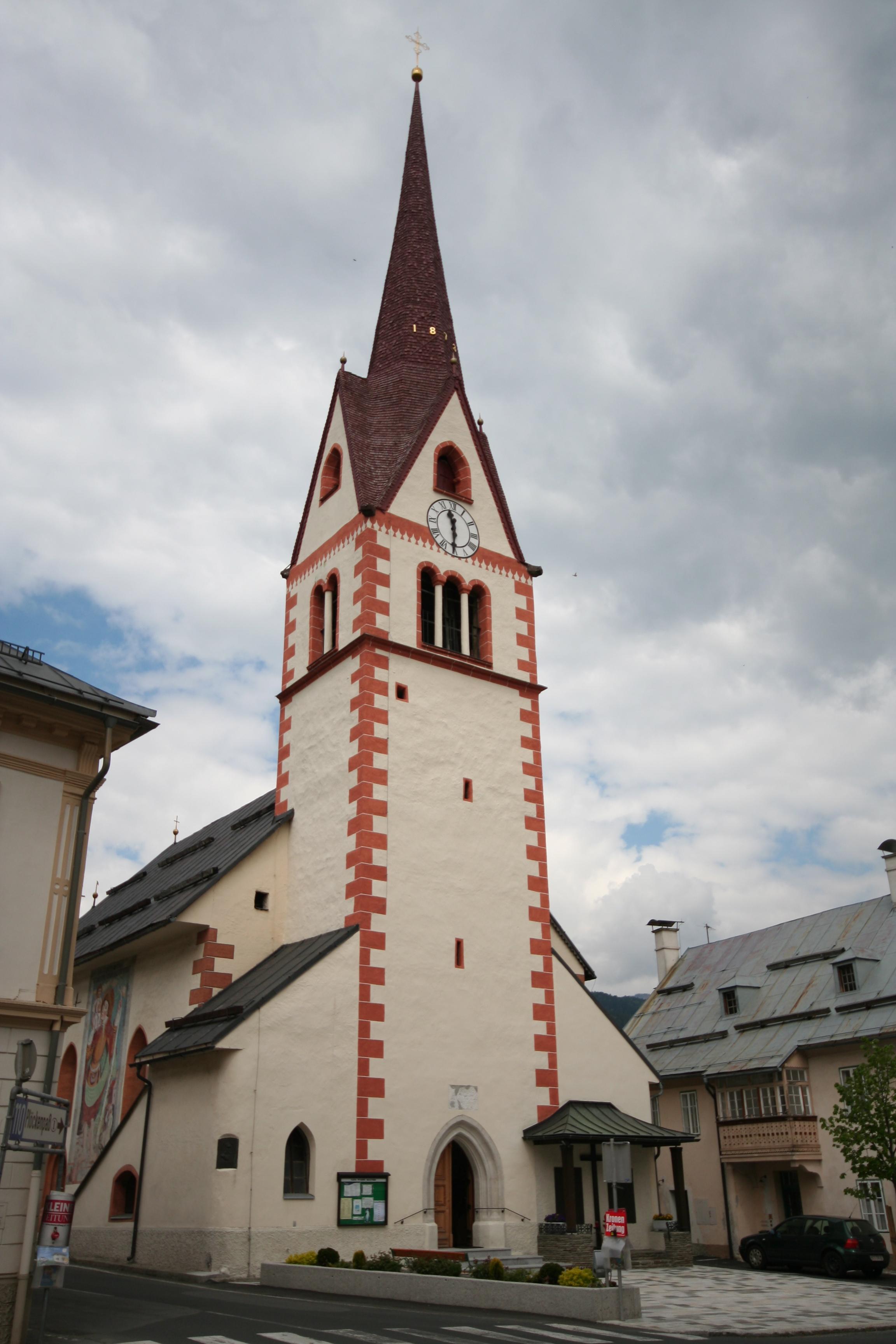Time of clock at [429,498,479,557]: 11:30
